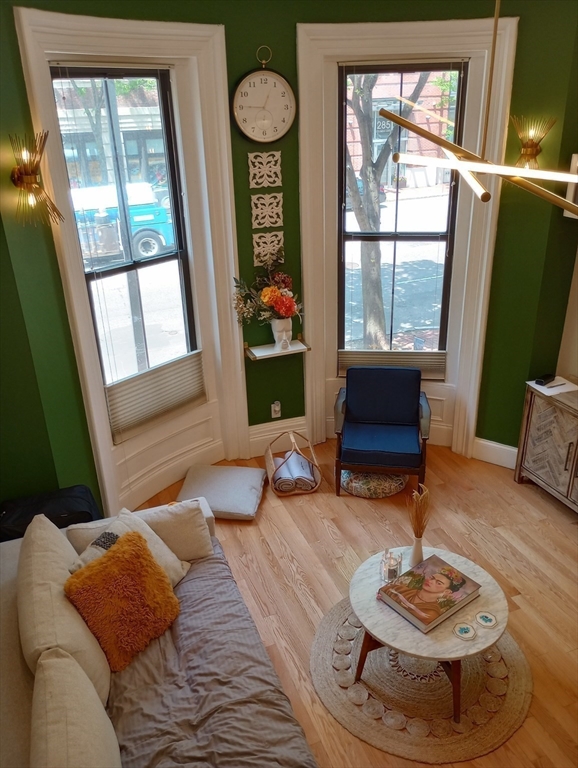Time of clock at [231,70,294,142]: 12:45
